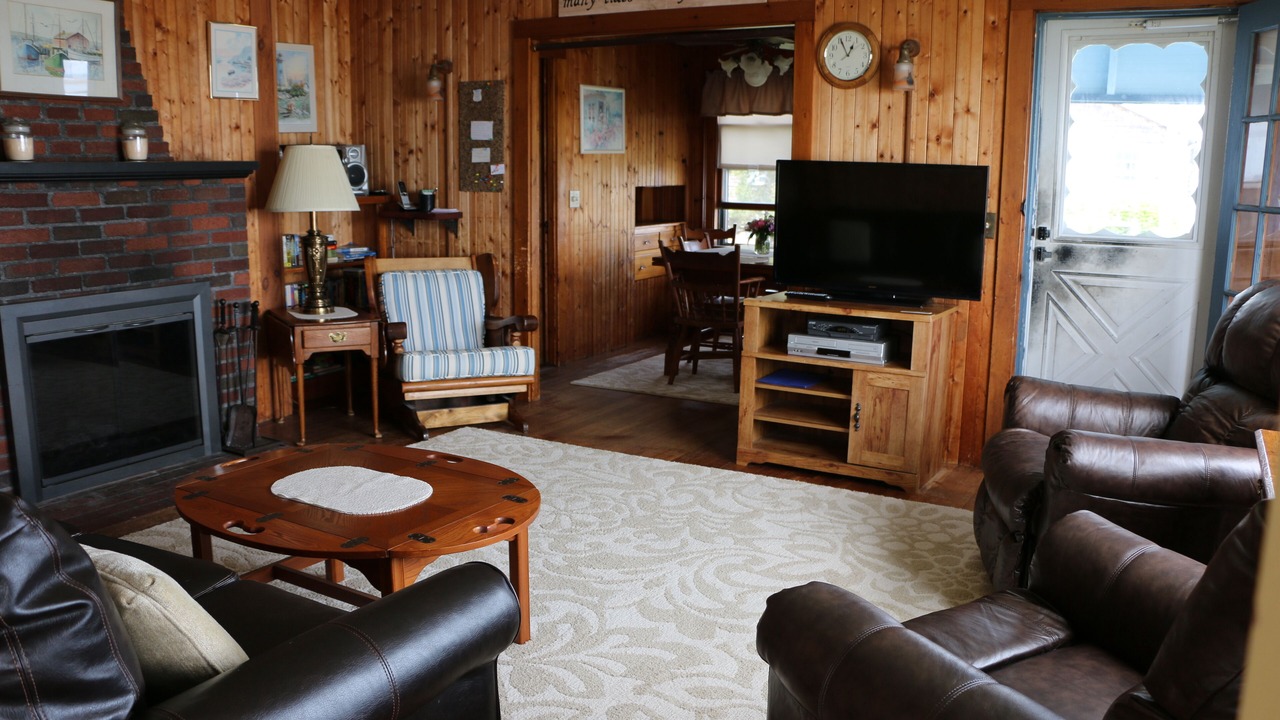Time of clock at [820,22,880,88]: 12:55
